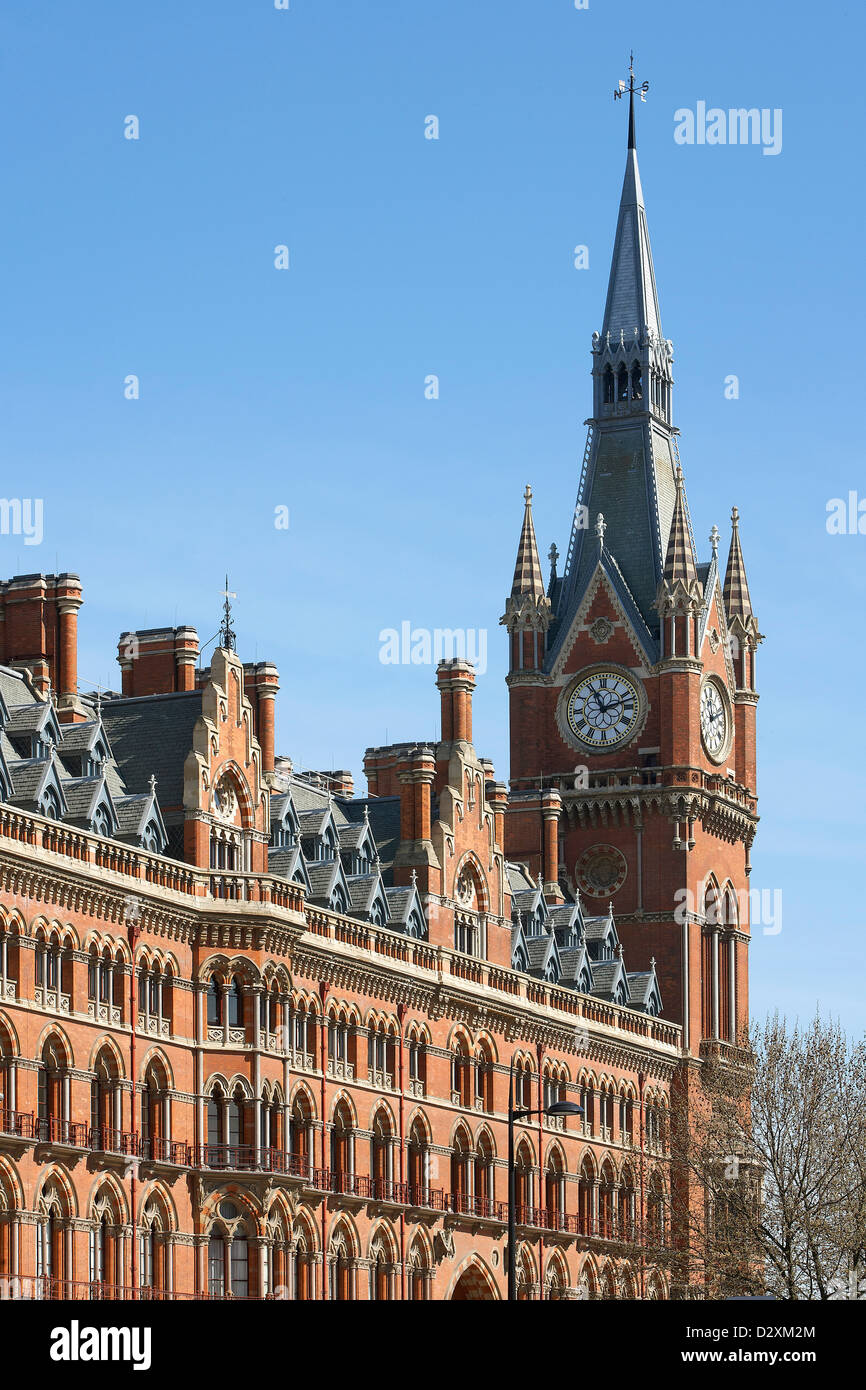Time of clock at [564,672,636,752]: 11:12
